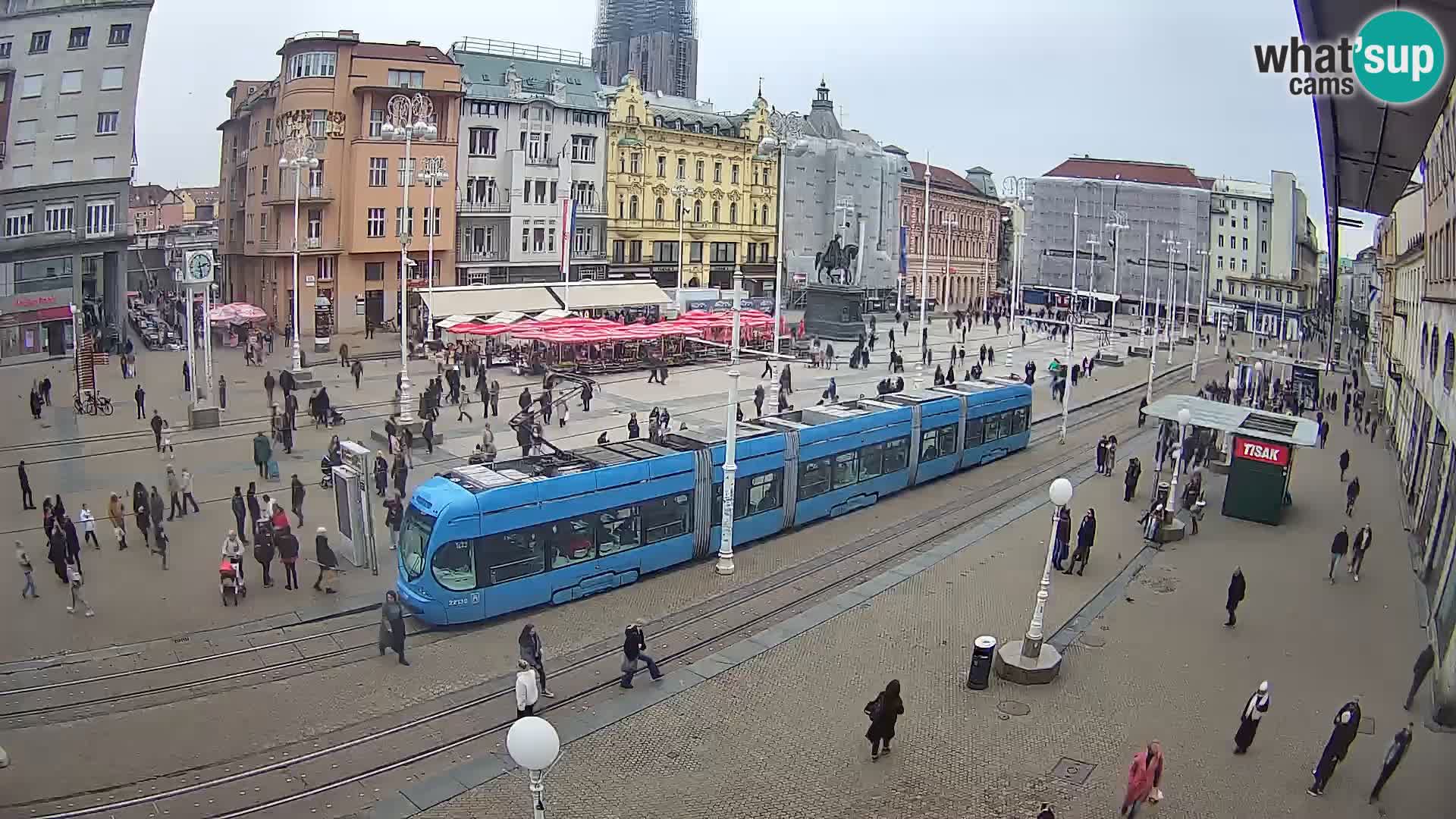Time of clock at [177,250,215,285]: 2:28
